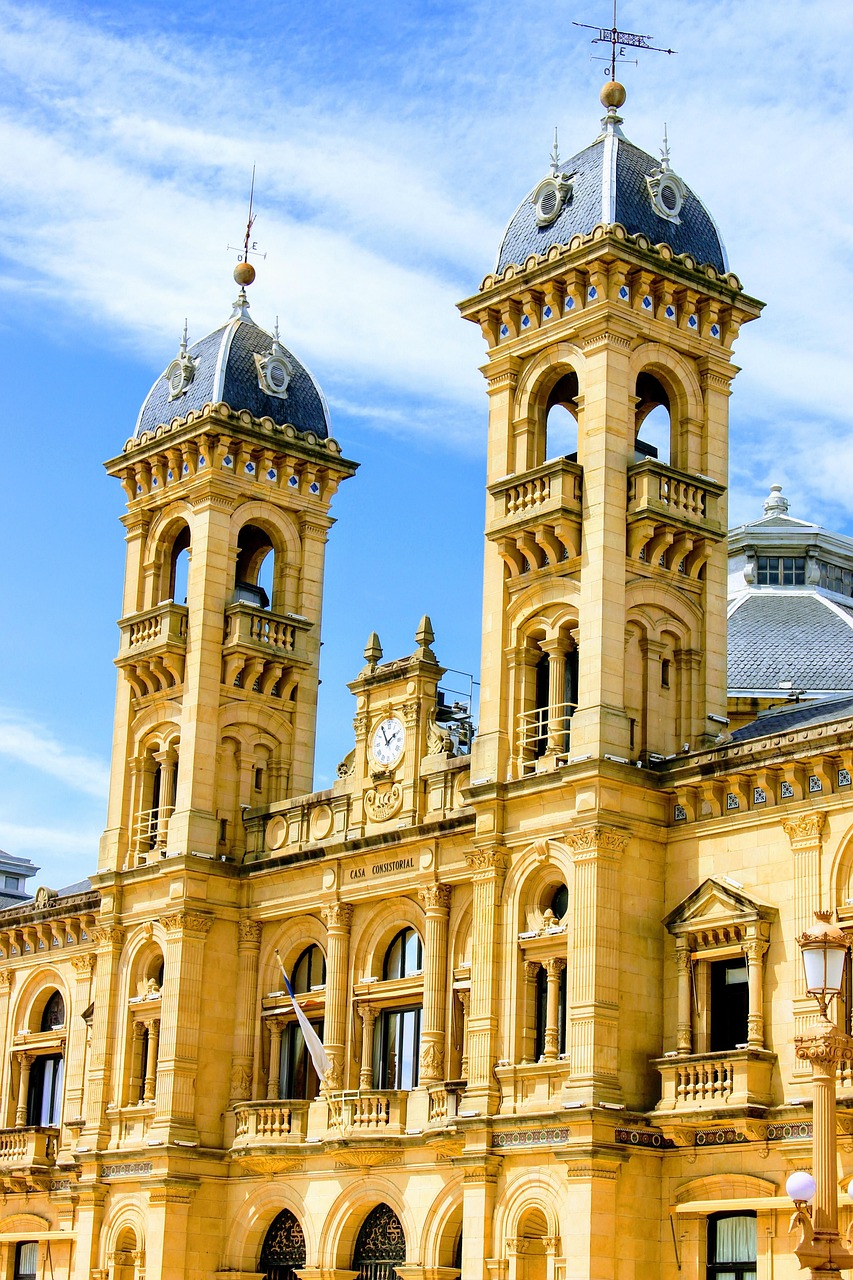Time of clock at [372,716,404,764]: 1:54
